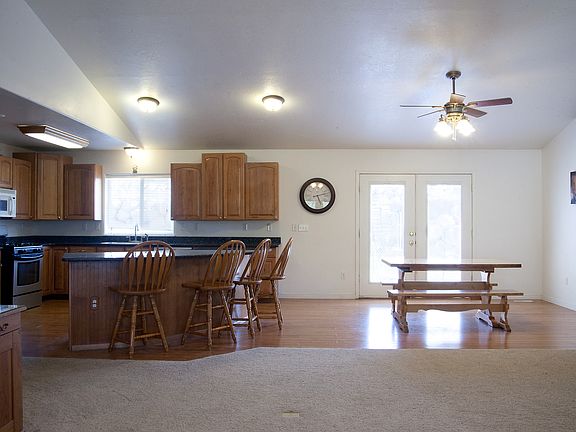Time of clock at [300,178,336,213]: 5:12
